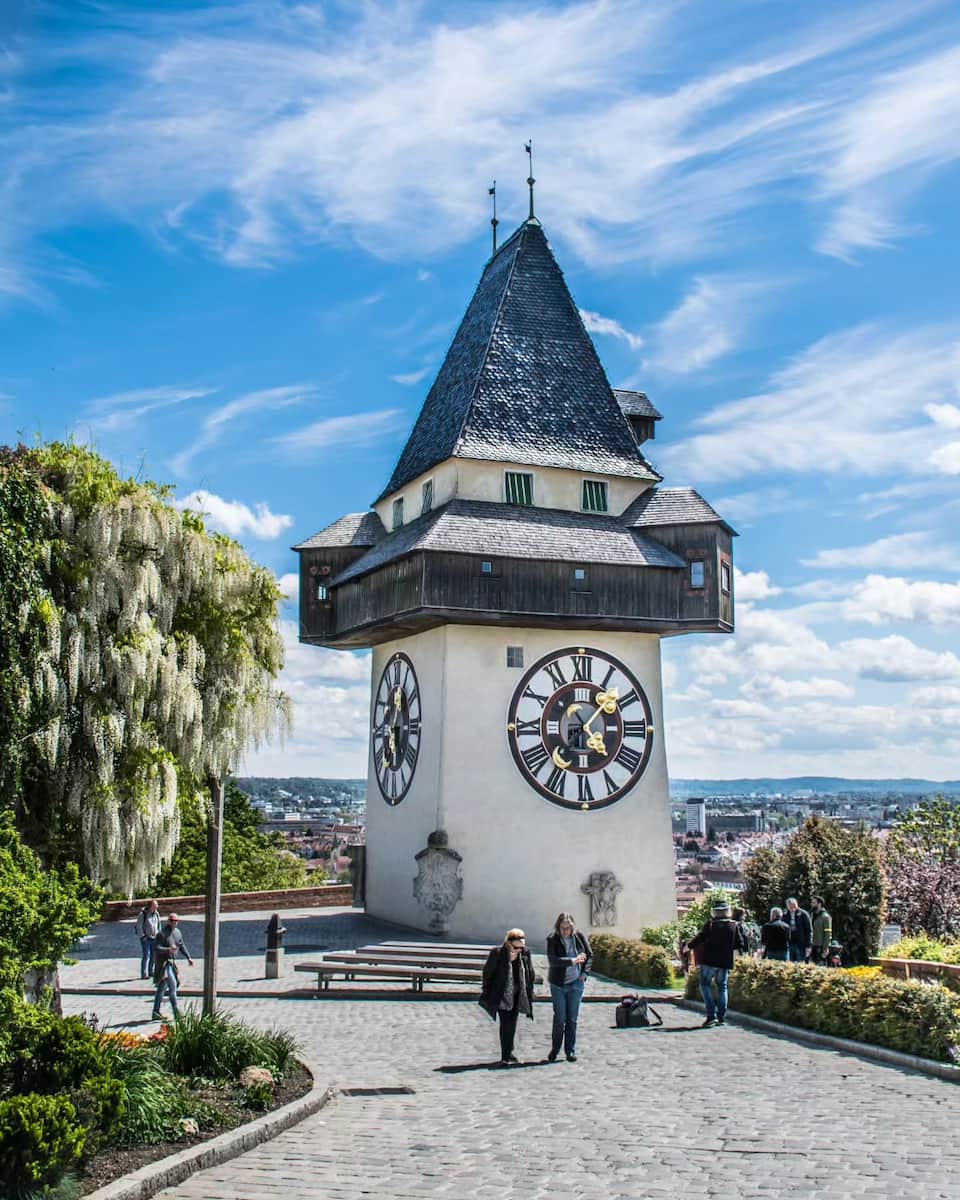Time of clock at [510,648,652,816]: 4:07
